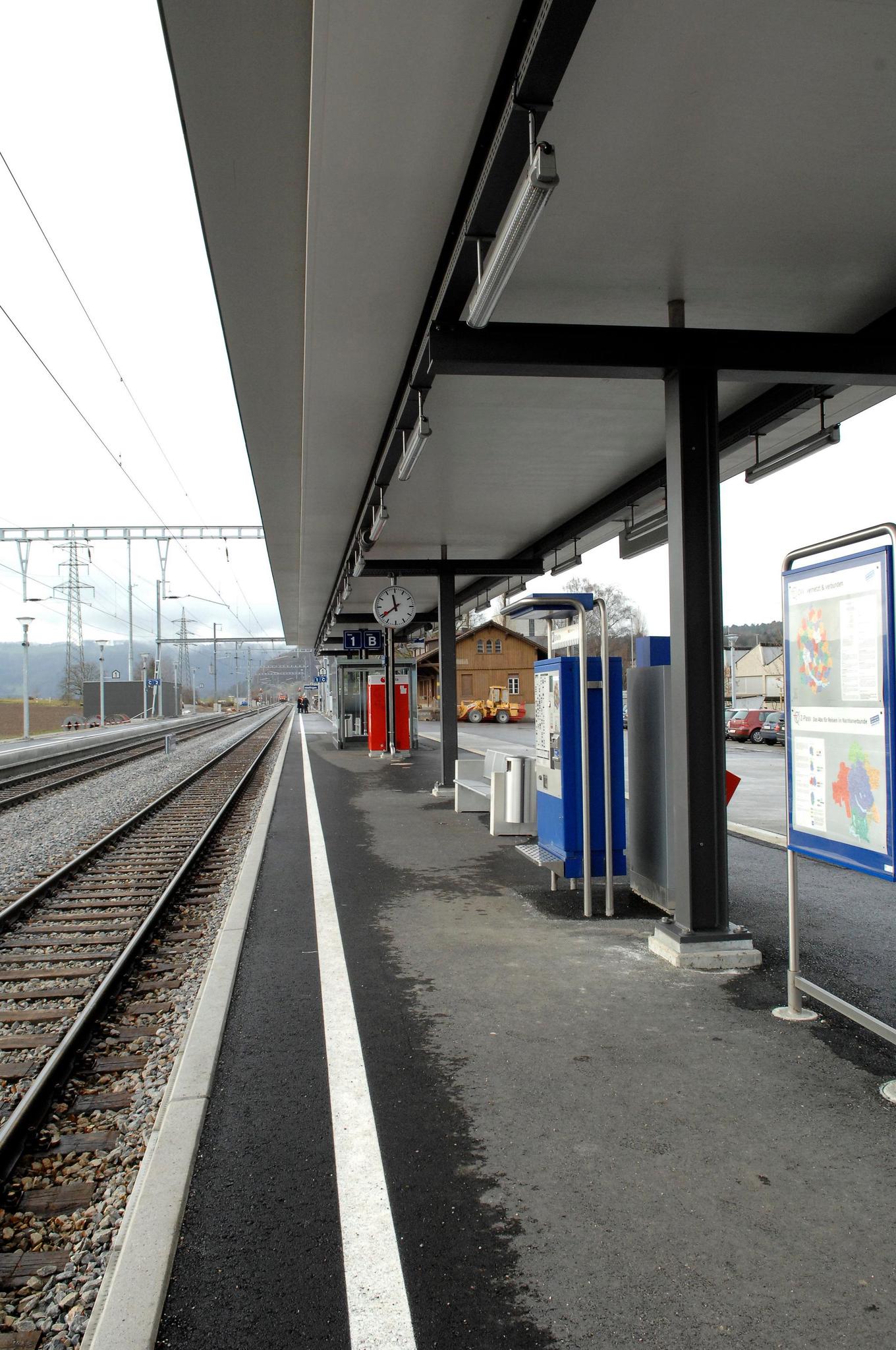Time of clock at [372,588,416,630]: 11:39
